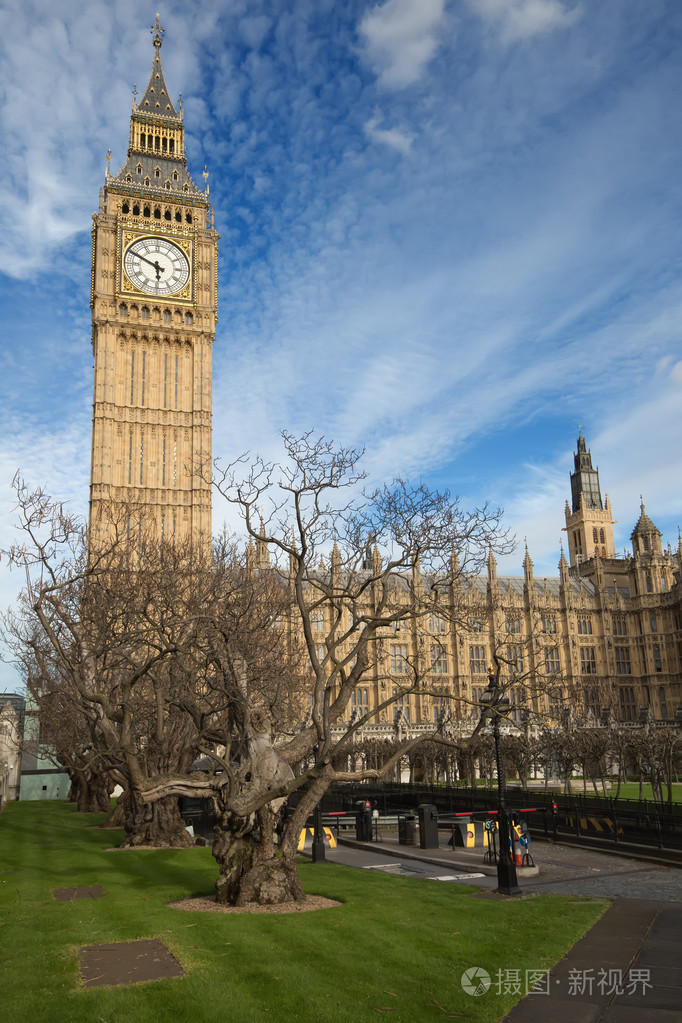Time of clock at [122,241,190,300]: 5:49
